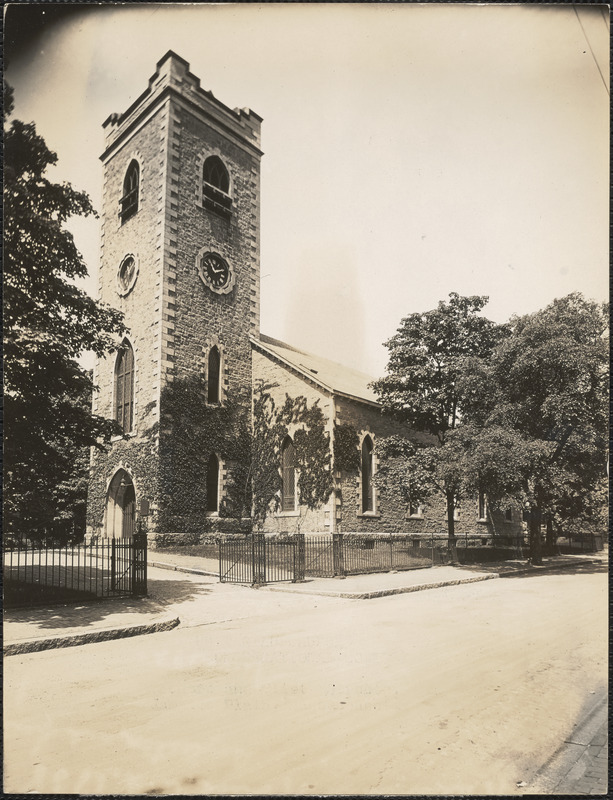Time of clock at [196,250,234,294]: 11:11
